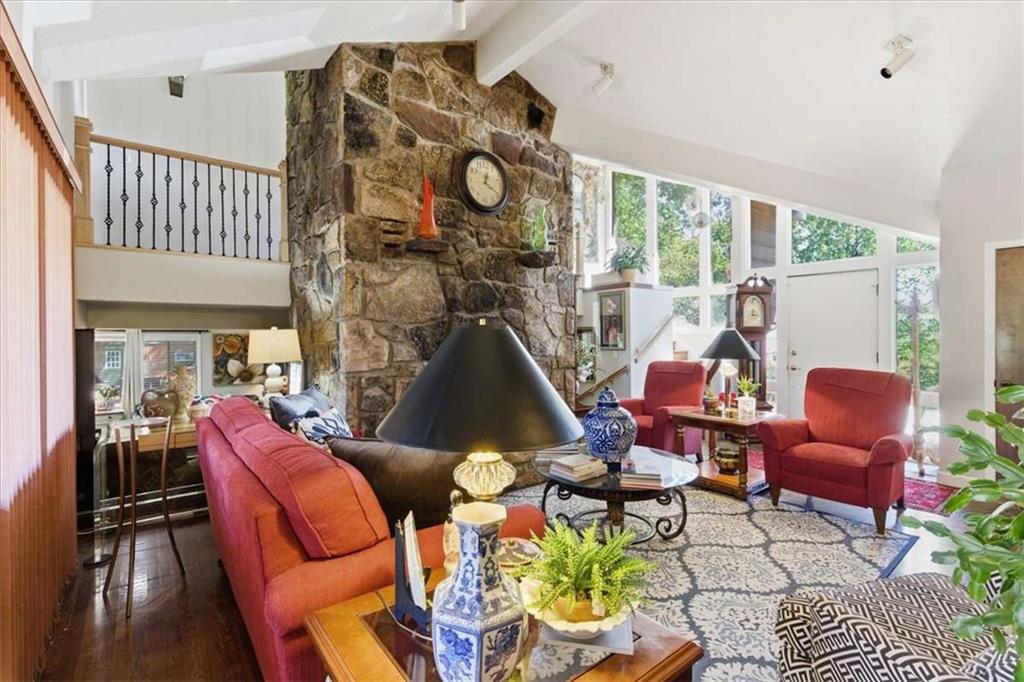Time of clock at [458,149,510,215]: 12:20
